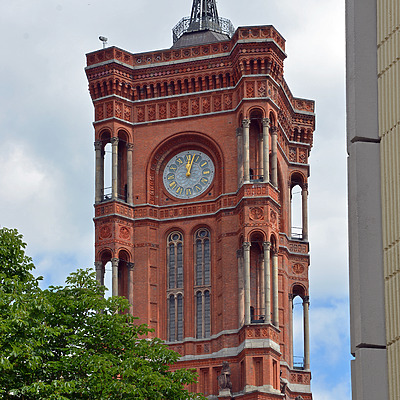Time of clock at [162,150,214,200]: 12:02
